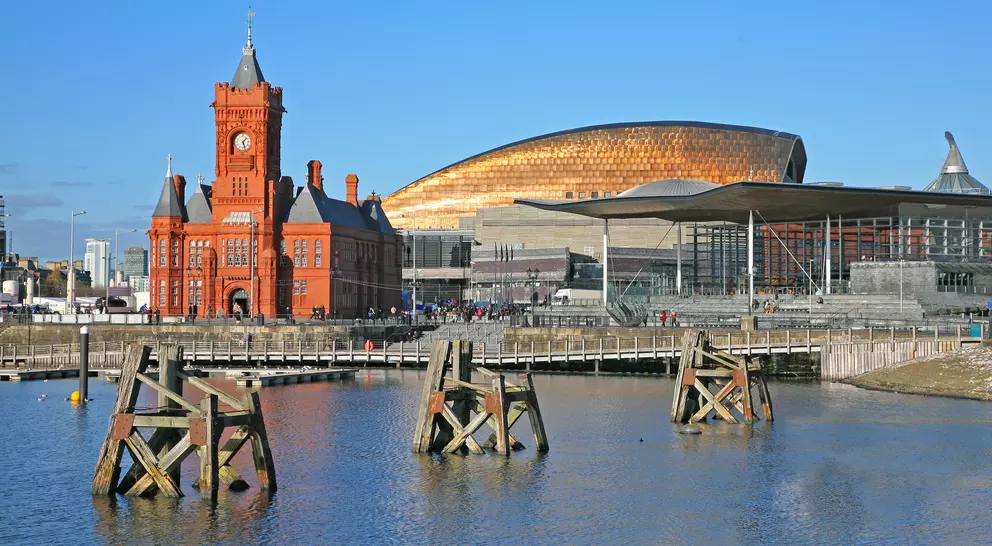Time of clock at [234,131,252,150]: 1:27
